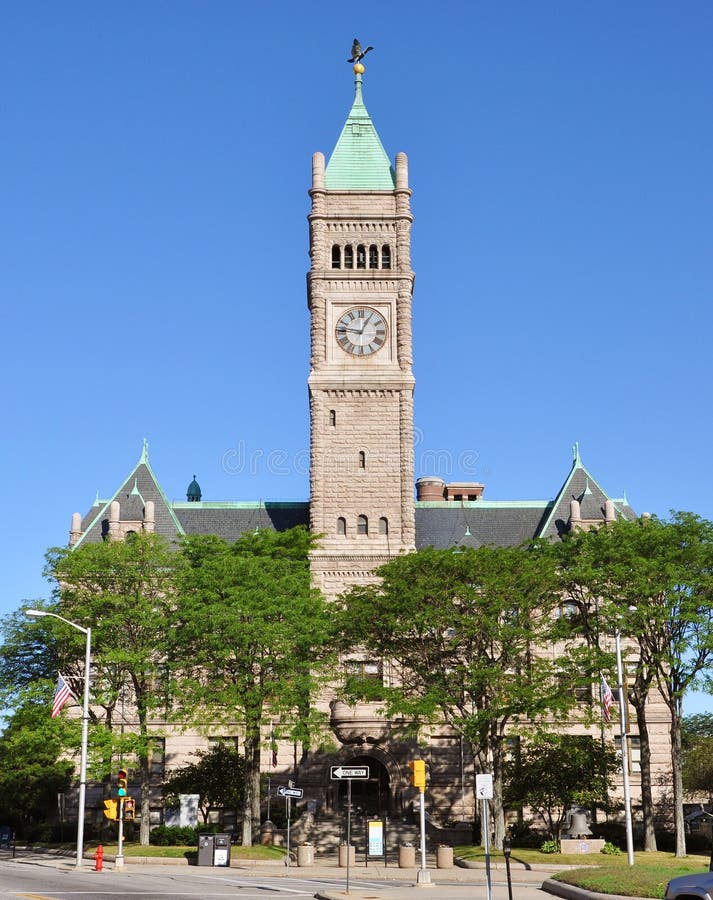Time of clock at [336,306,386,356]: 12:46
